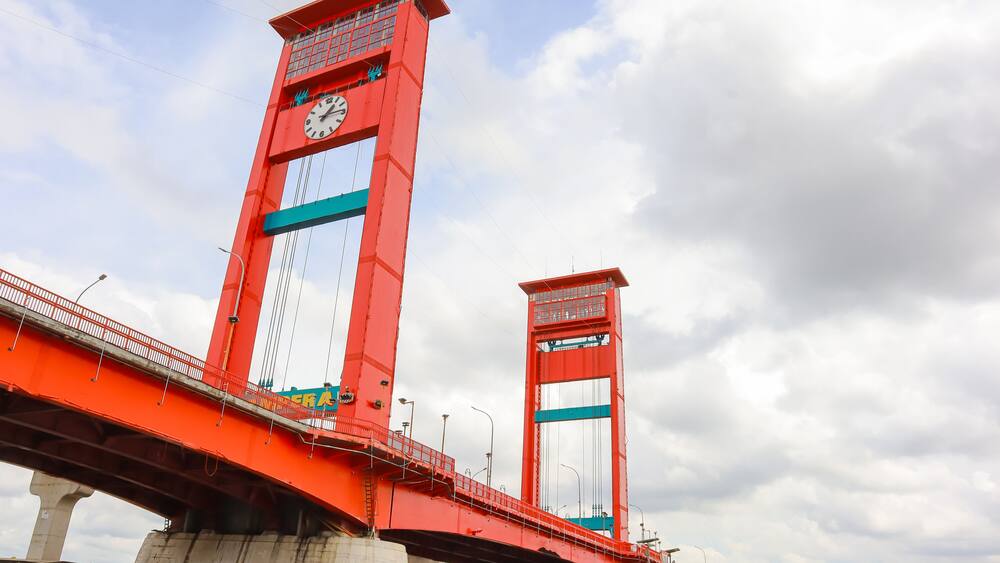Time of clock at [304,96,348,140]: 1:13
